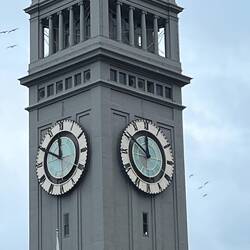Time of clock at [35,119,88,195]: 11:49
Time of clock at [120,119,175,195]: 11:50
